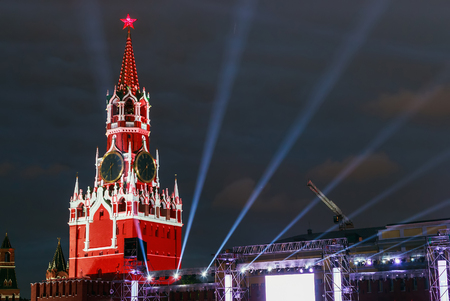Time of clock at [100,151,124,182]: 7:29
